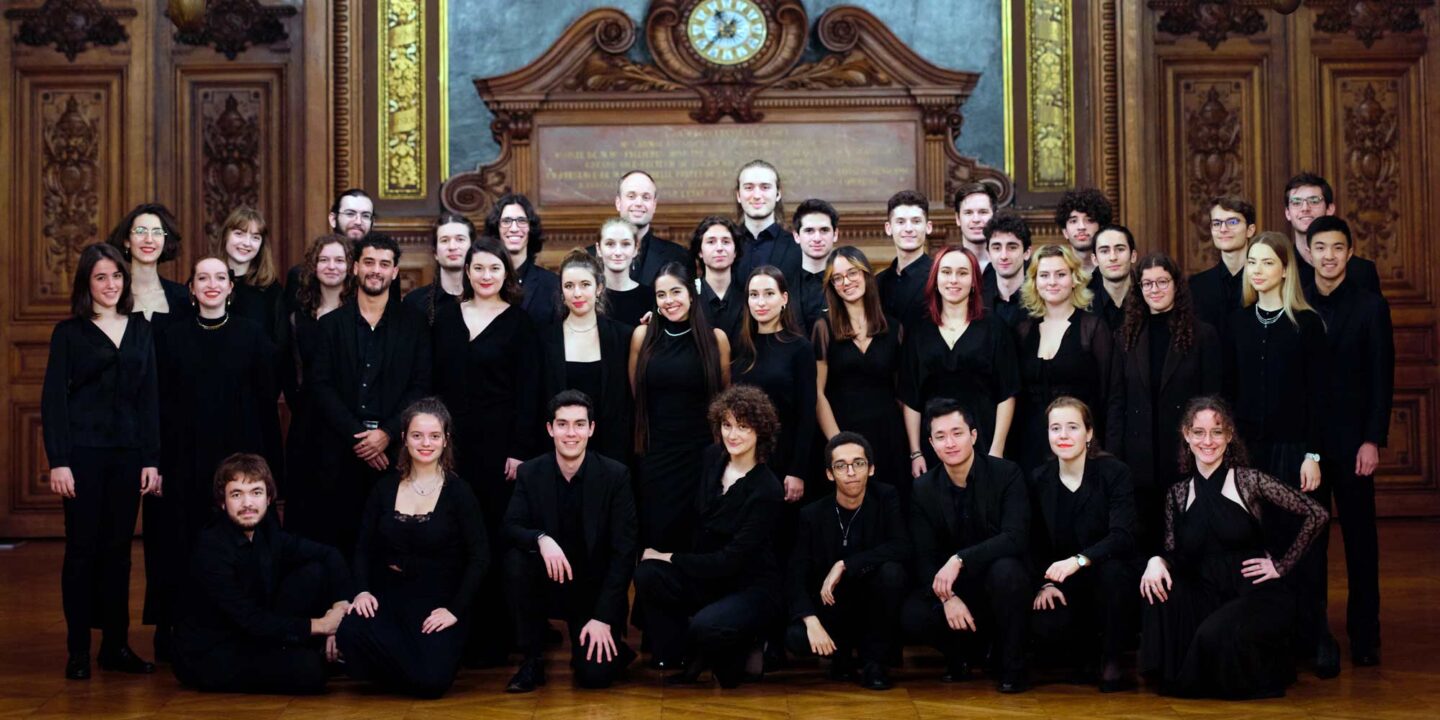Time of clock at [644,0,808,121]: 10:36
